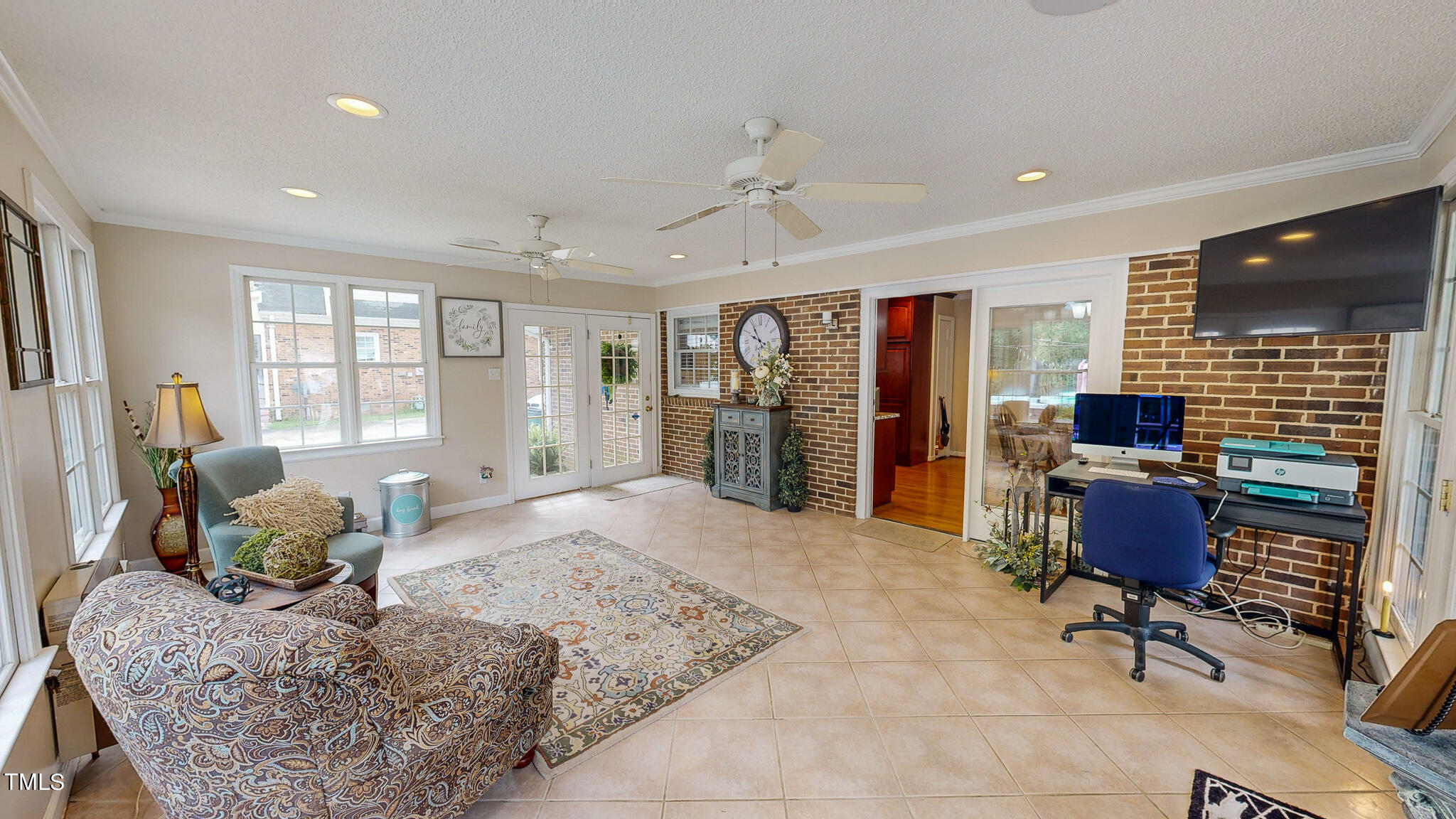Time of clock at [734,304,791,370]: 9:54
